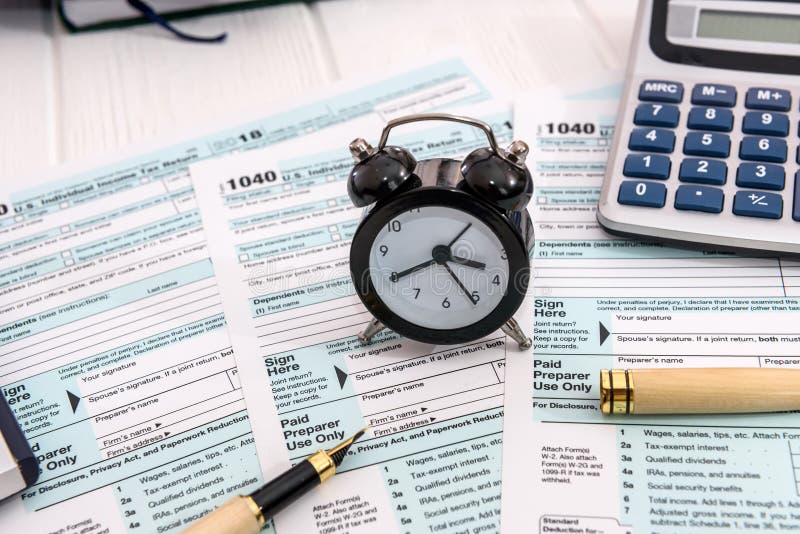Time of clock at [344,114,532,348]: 3:40
